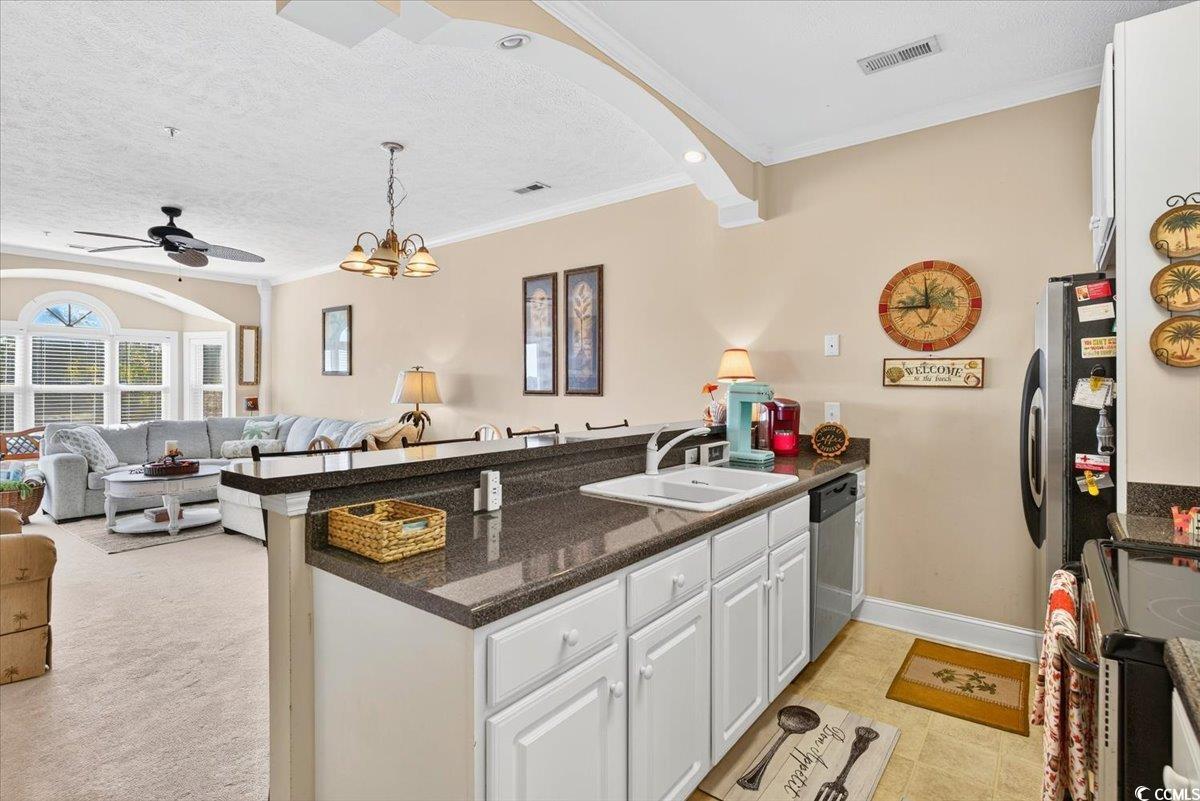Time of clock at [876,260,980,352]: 11:44
